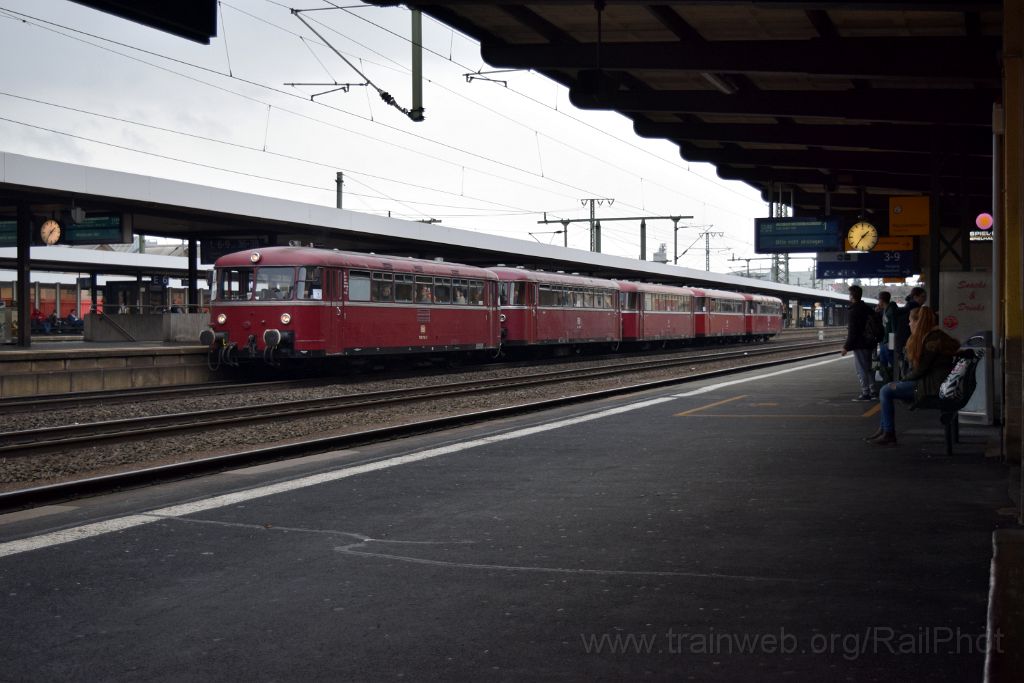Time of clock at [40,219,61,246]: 1:36
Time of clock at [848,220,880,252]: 1:36
